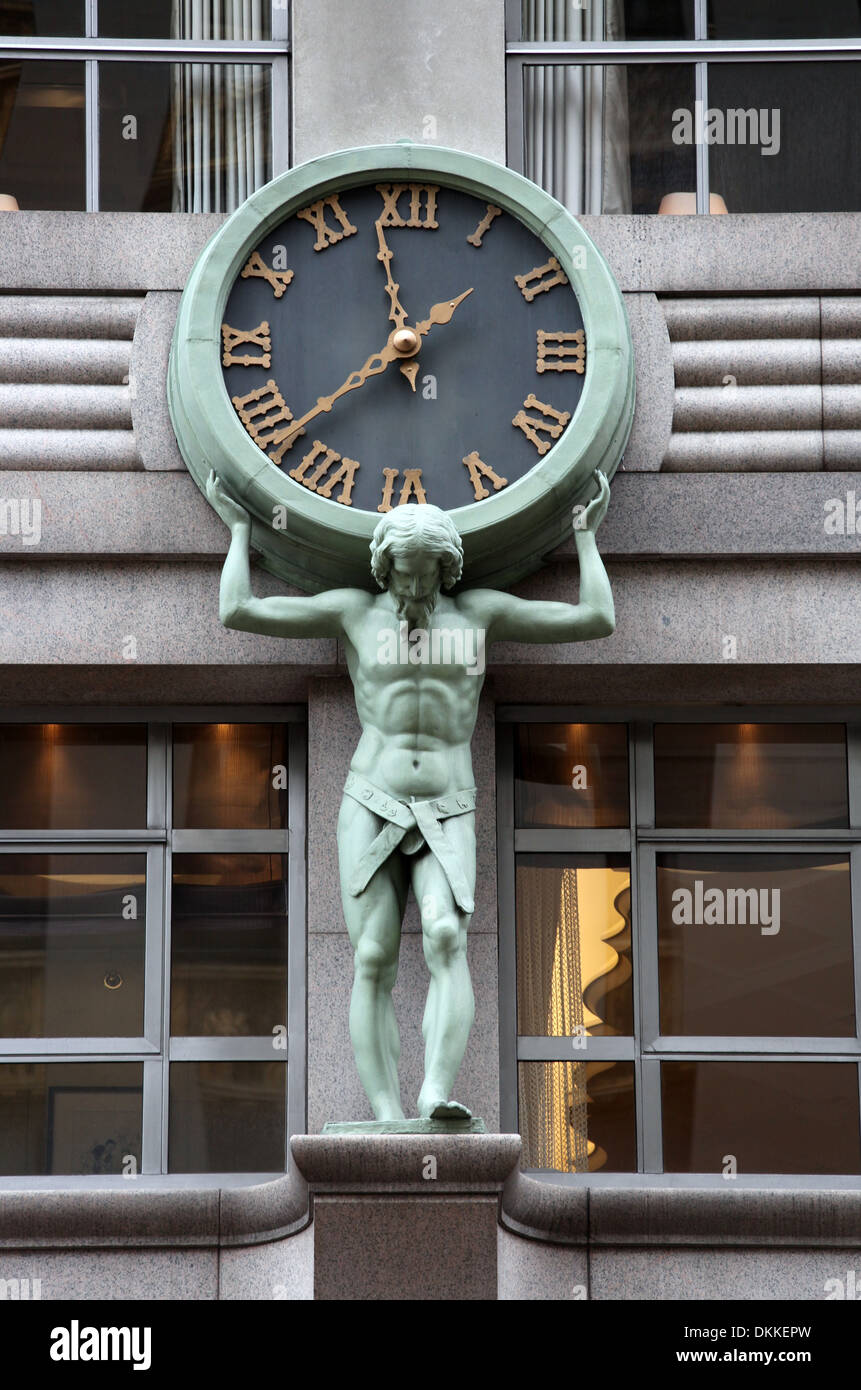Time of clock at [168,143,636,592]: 11:37
